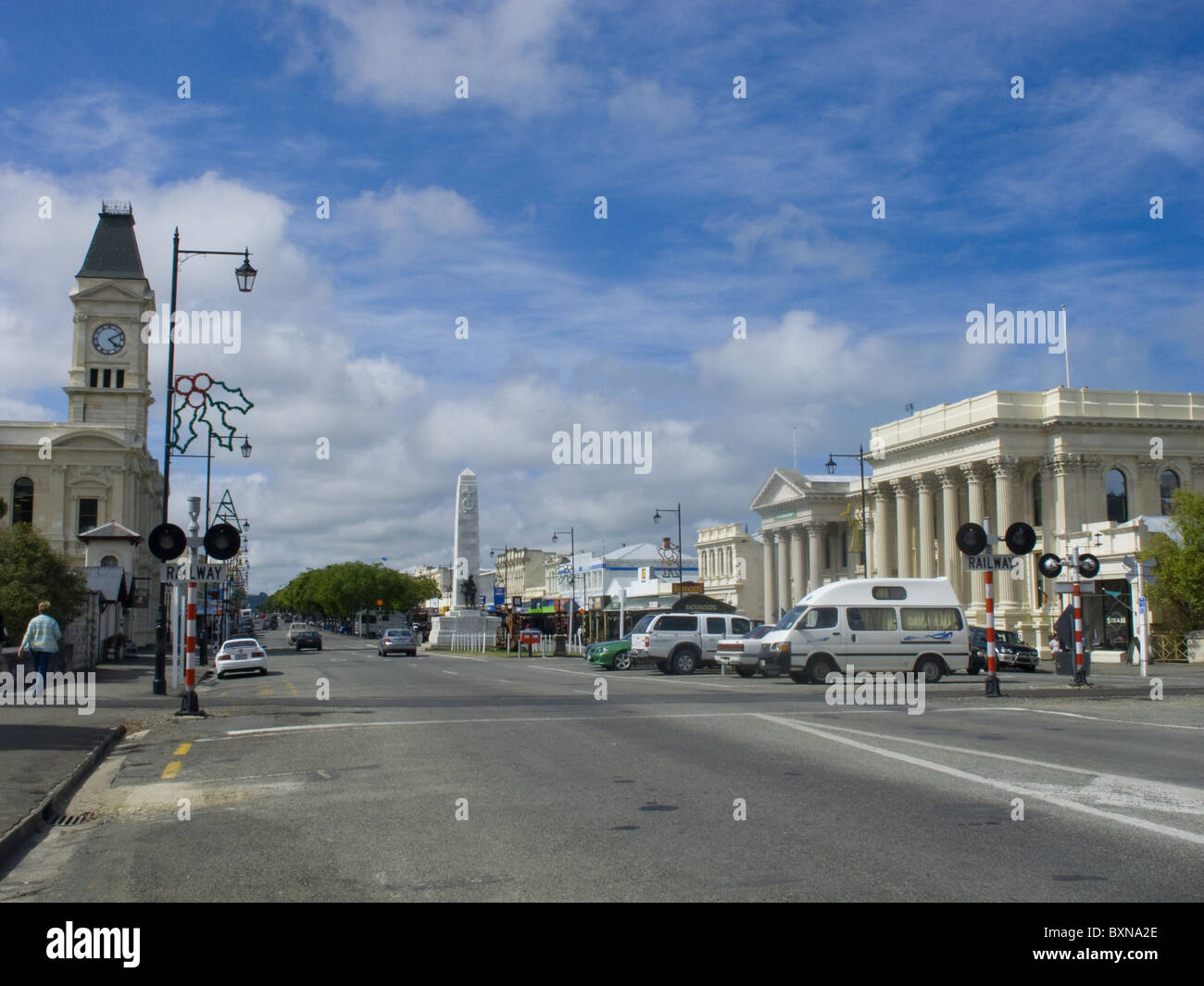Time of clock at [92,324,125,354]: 4:10
